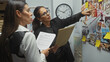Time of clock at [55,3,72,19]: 1:47
